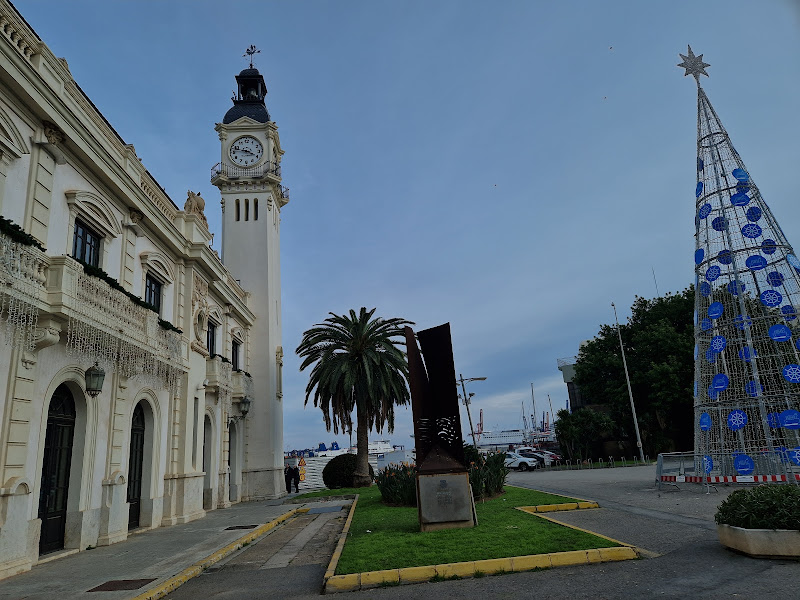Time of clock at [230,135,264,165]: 3:46
